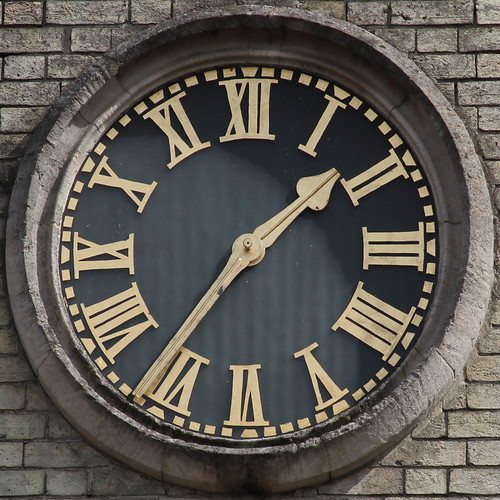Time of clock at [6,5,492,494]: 1:36
